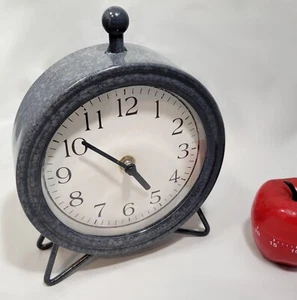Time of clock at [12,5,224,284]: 4:51
